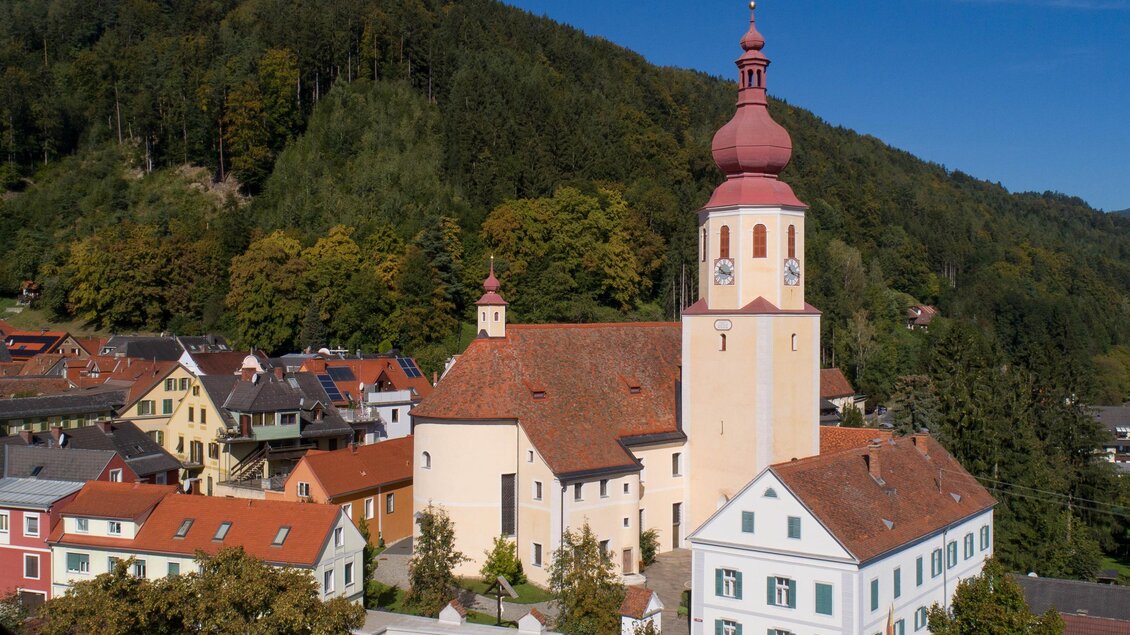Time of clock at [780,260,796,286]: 10:17
